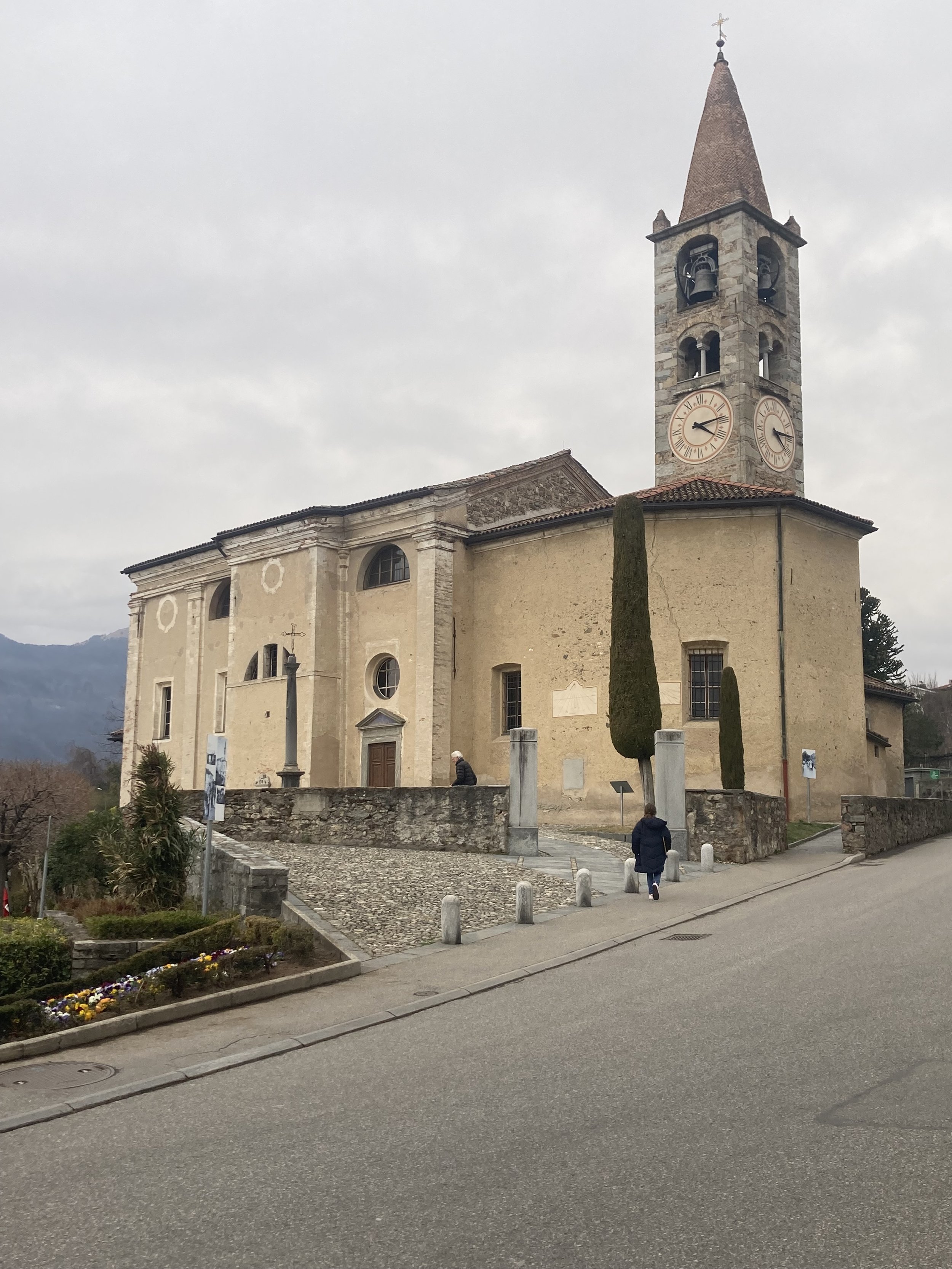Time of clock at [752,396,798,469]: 4:14
